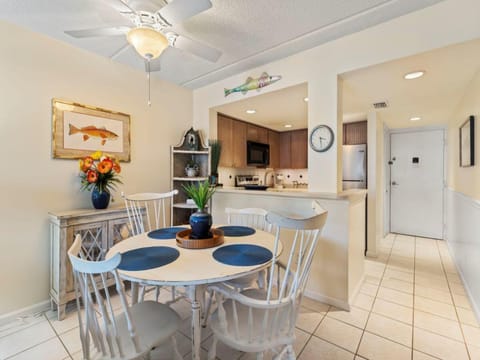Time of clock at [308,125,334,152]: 3:28
